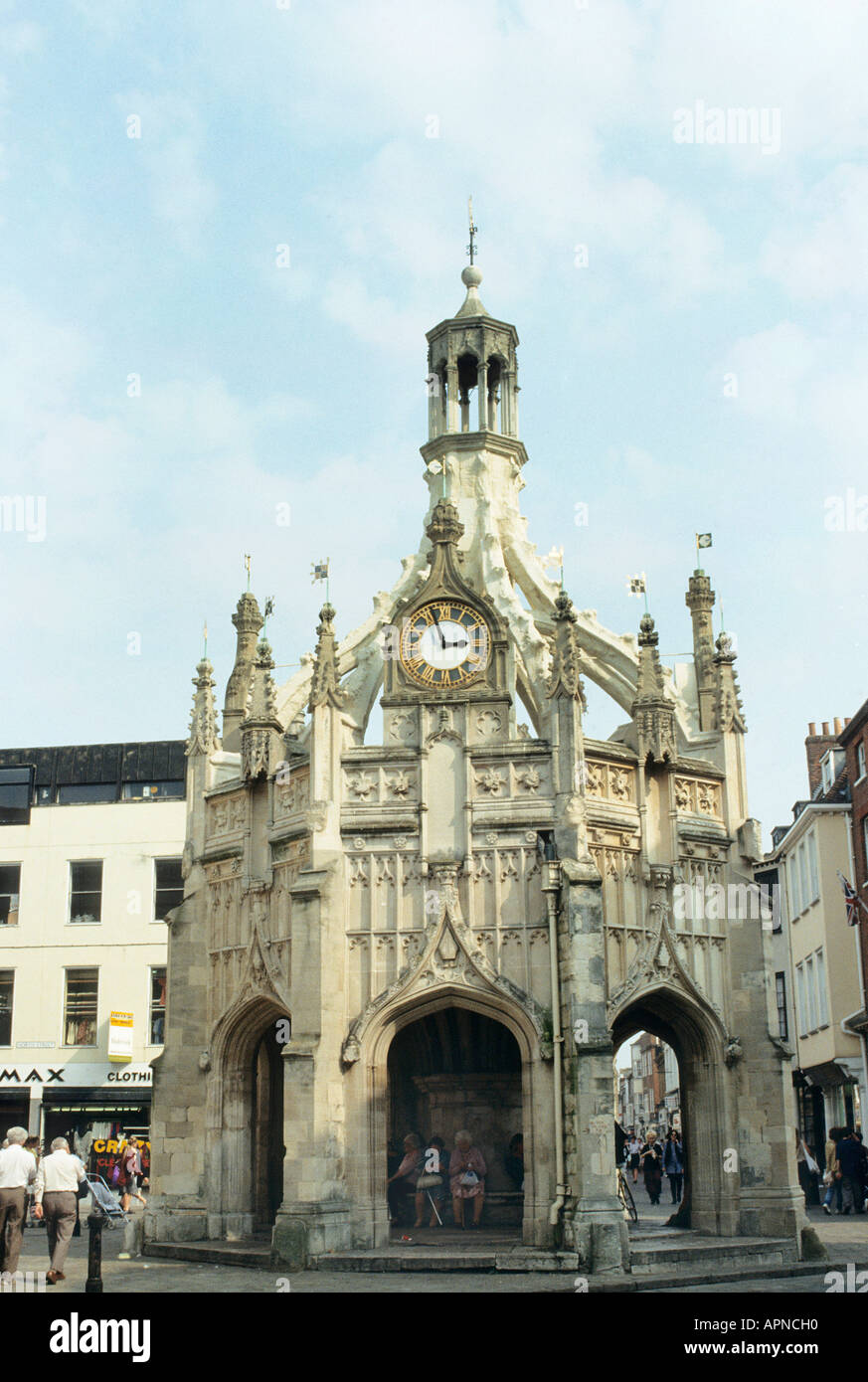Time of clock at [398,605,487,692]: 2:56
